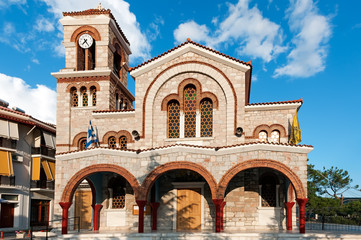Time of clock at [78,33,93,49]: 7:24
